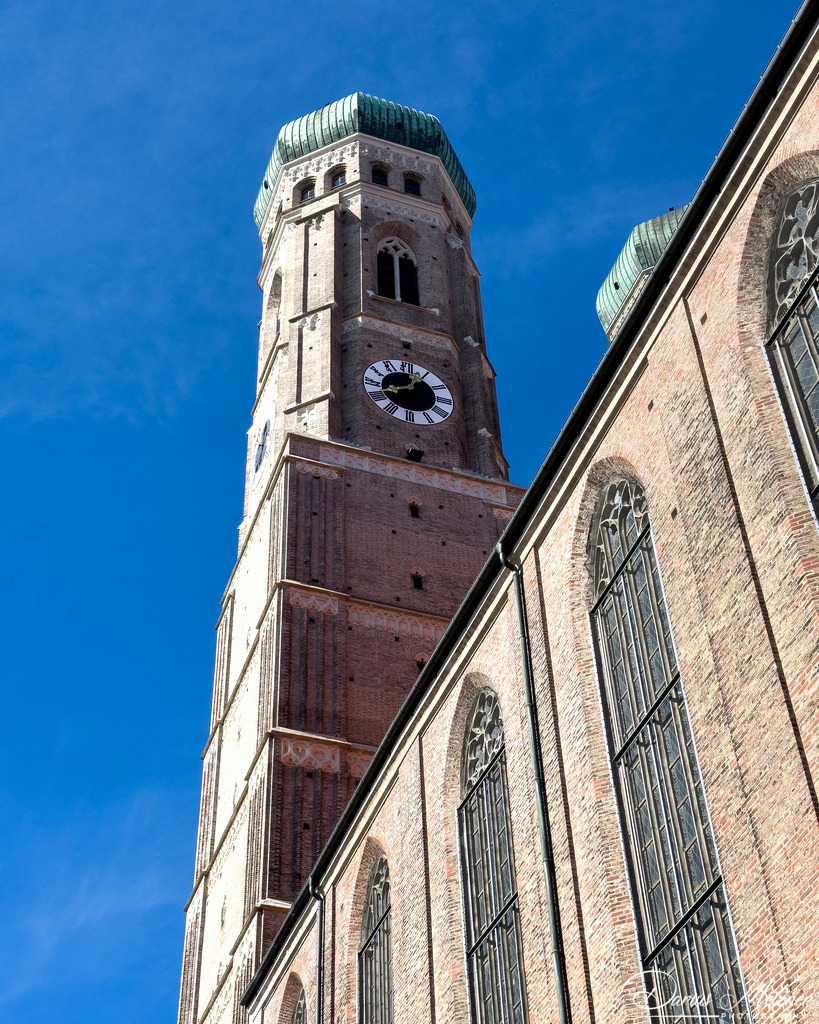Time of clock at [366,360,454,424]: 12:41
